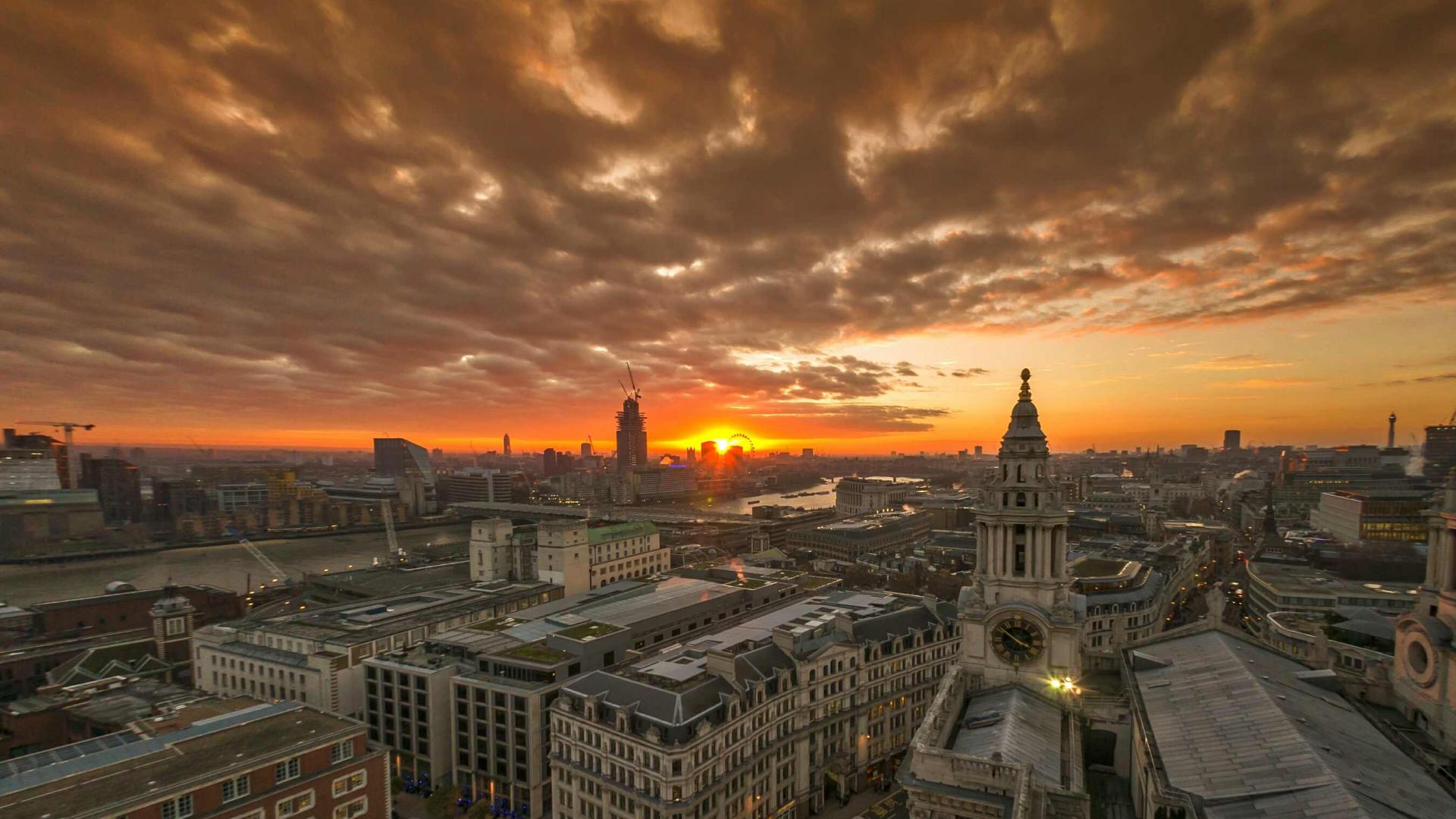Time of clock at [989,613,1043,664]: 3:51
